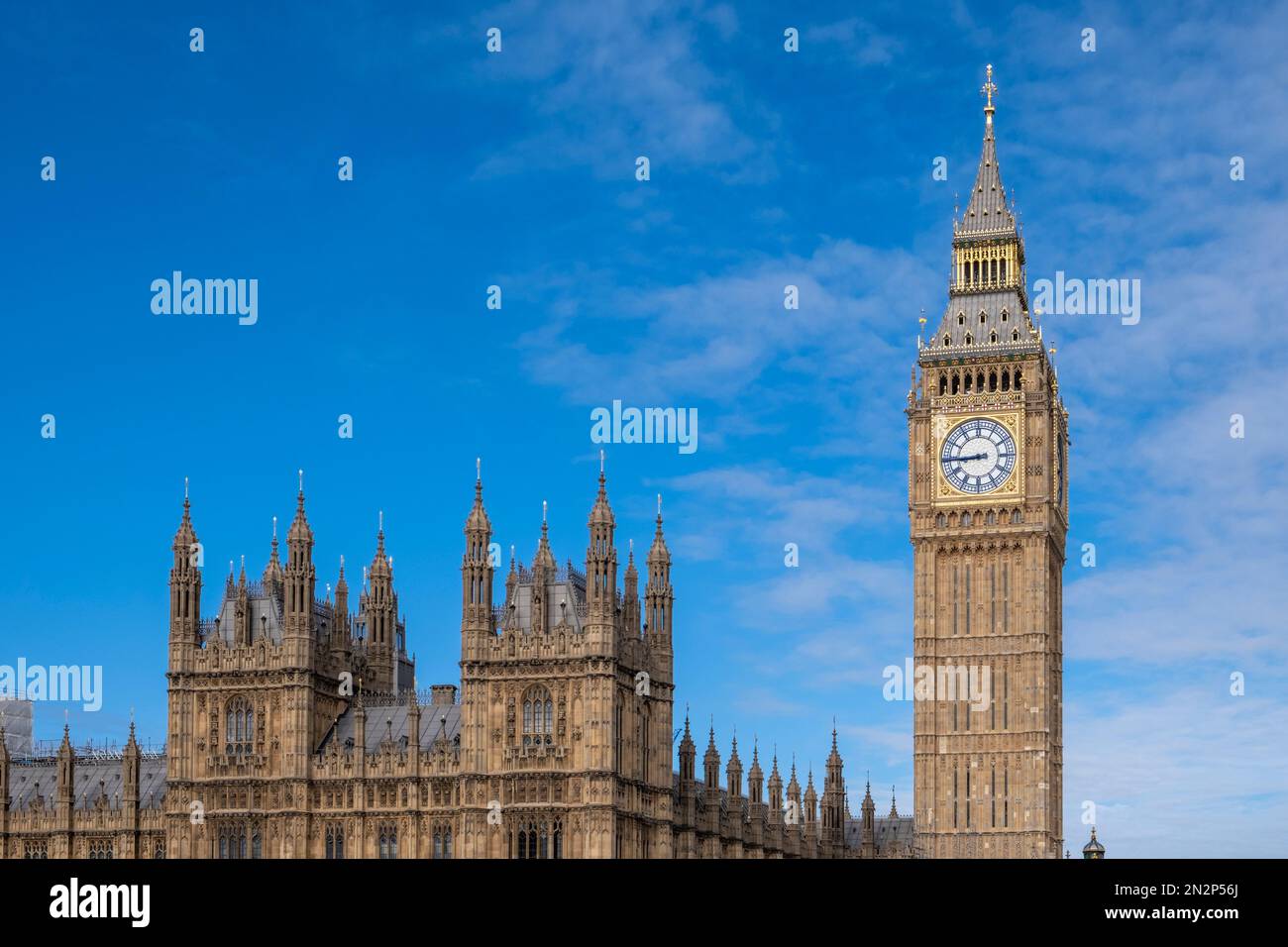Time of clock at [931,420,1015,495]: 8:44
